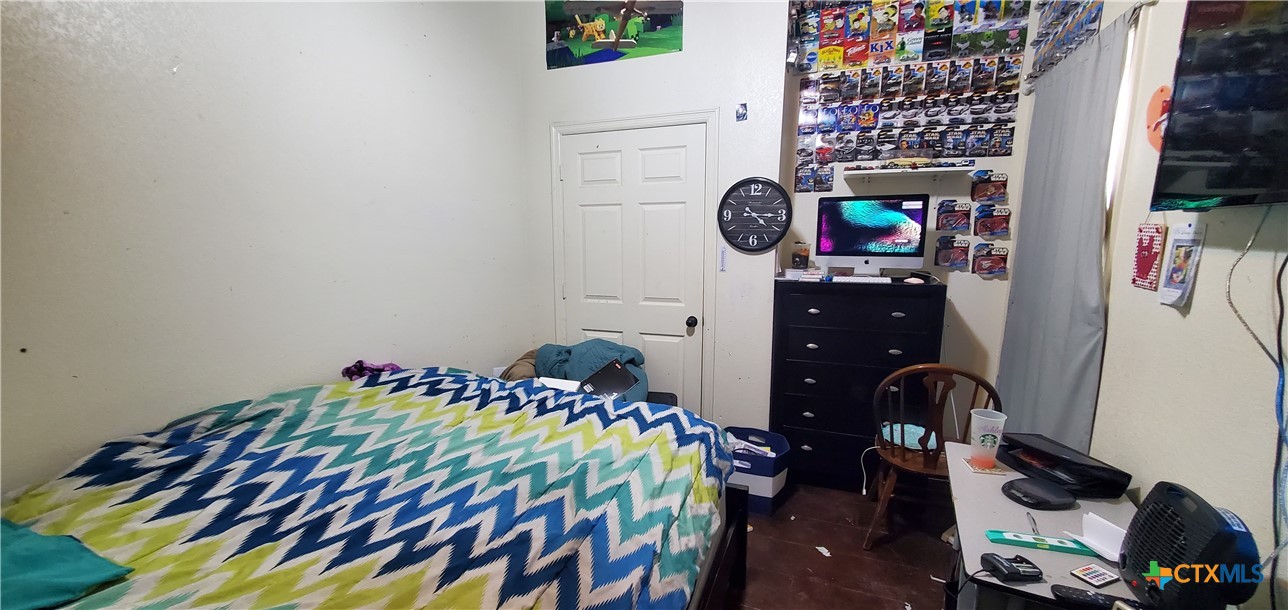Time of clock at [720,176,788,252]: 4:14
